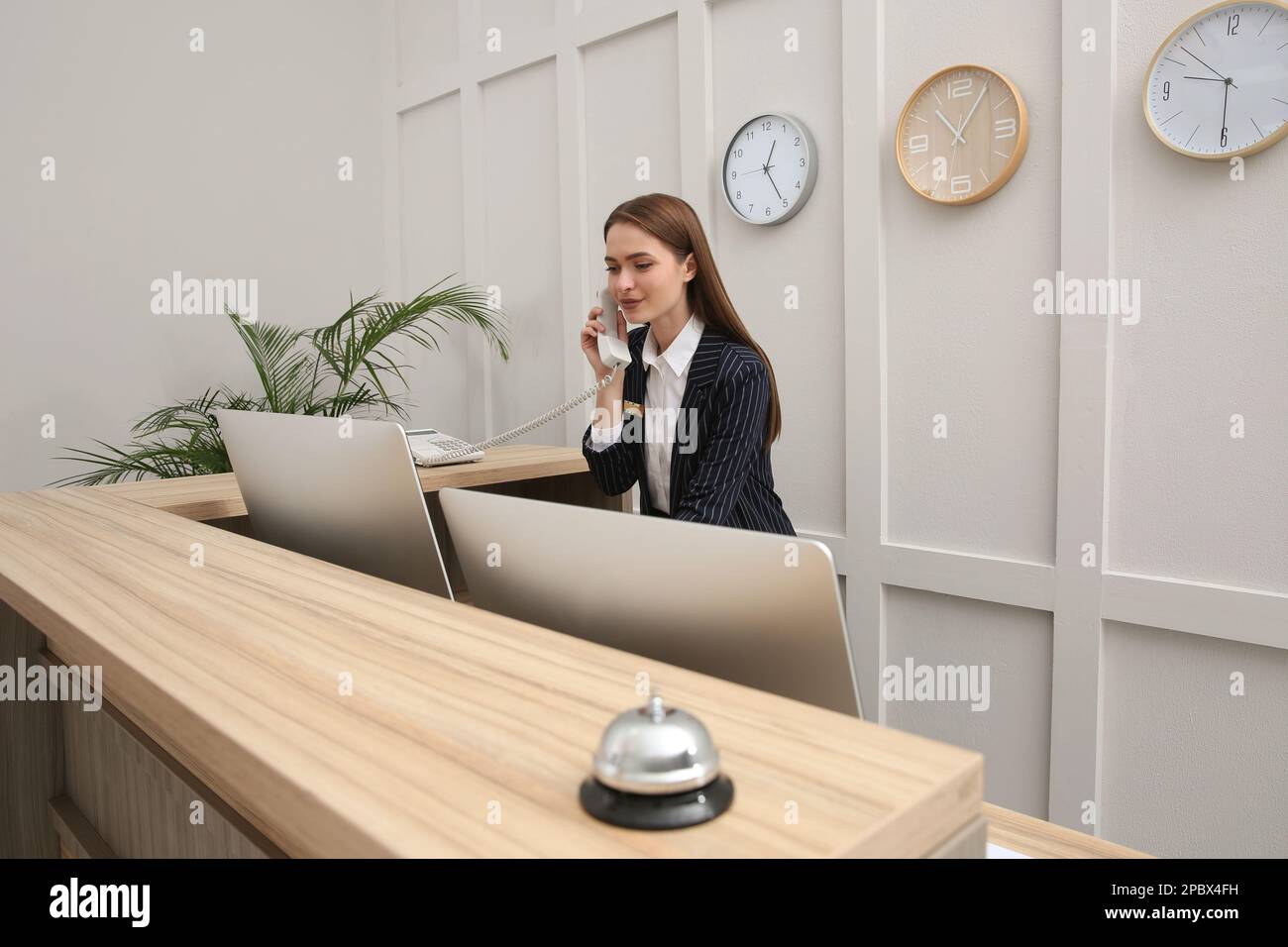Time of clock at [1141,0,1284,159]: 9:30
